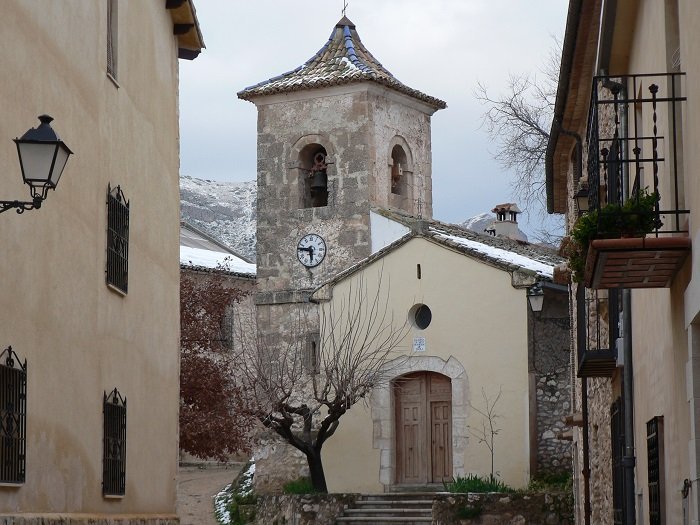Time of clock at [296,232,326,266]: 5:46
